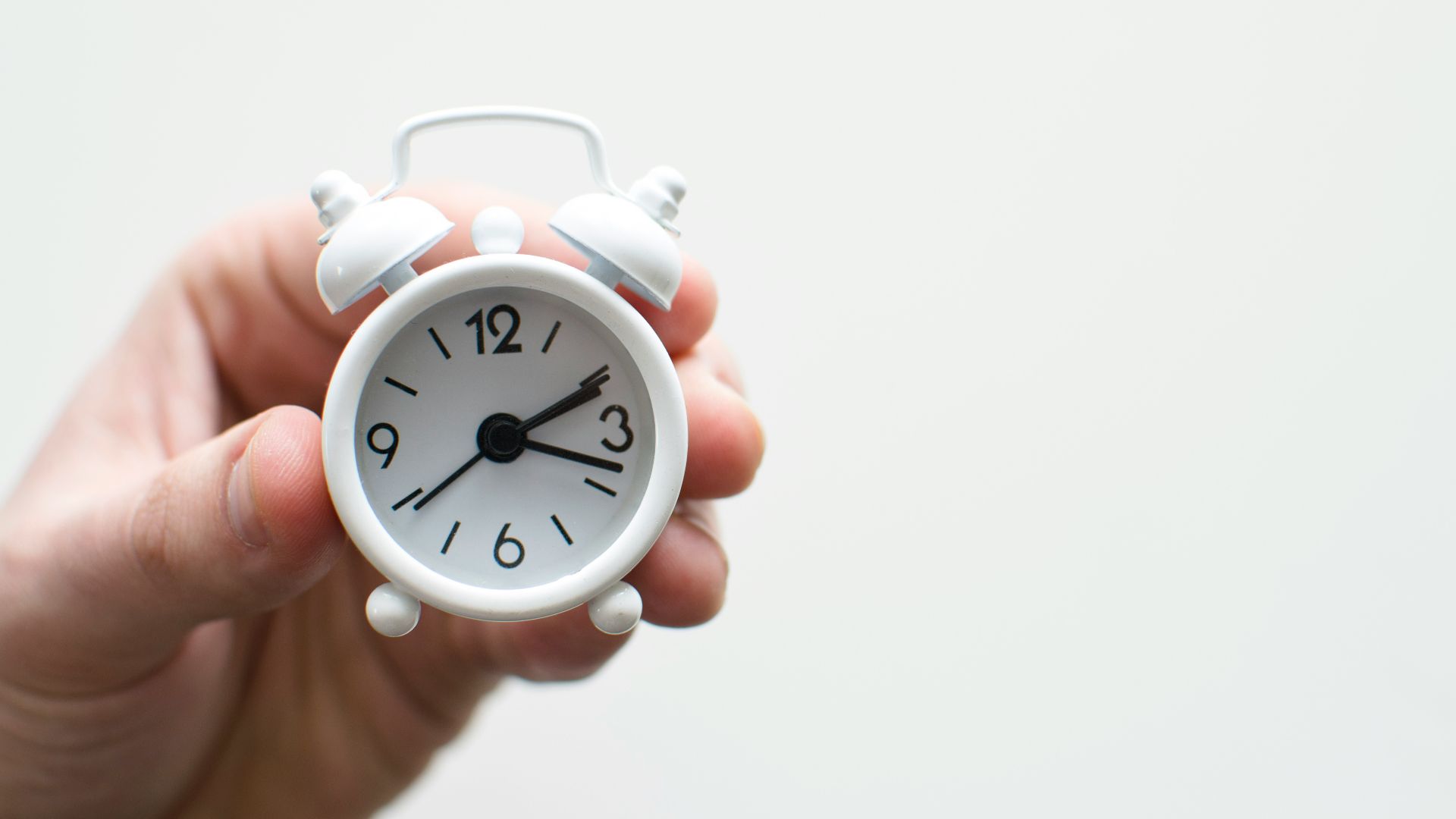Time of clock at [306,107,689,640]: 2:18
